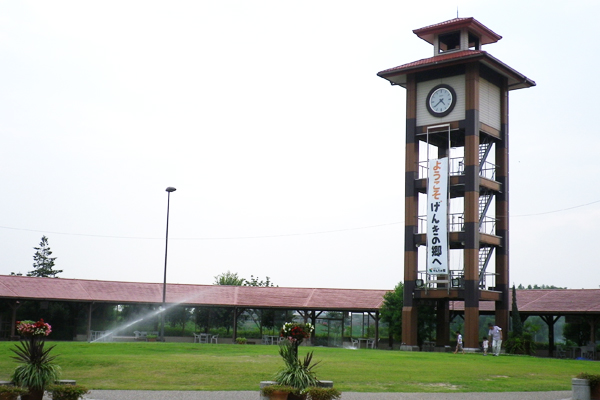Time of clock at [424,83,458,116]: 4:39
